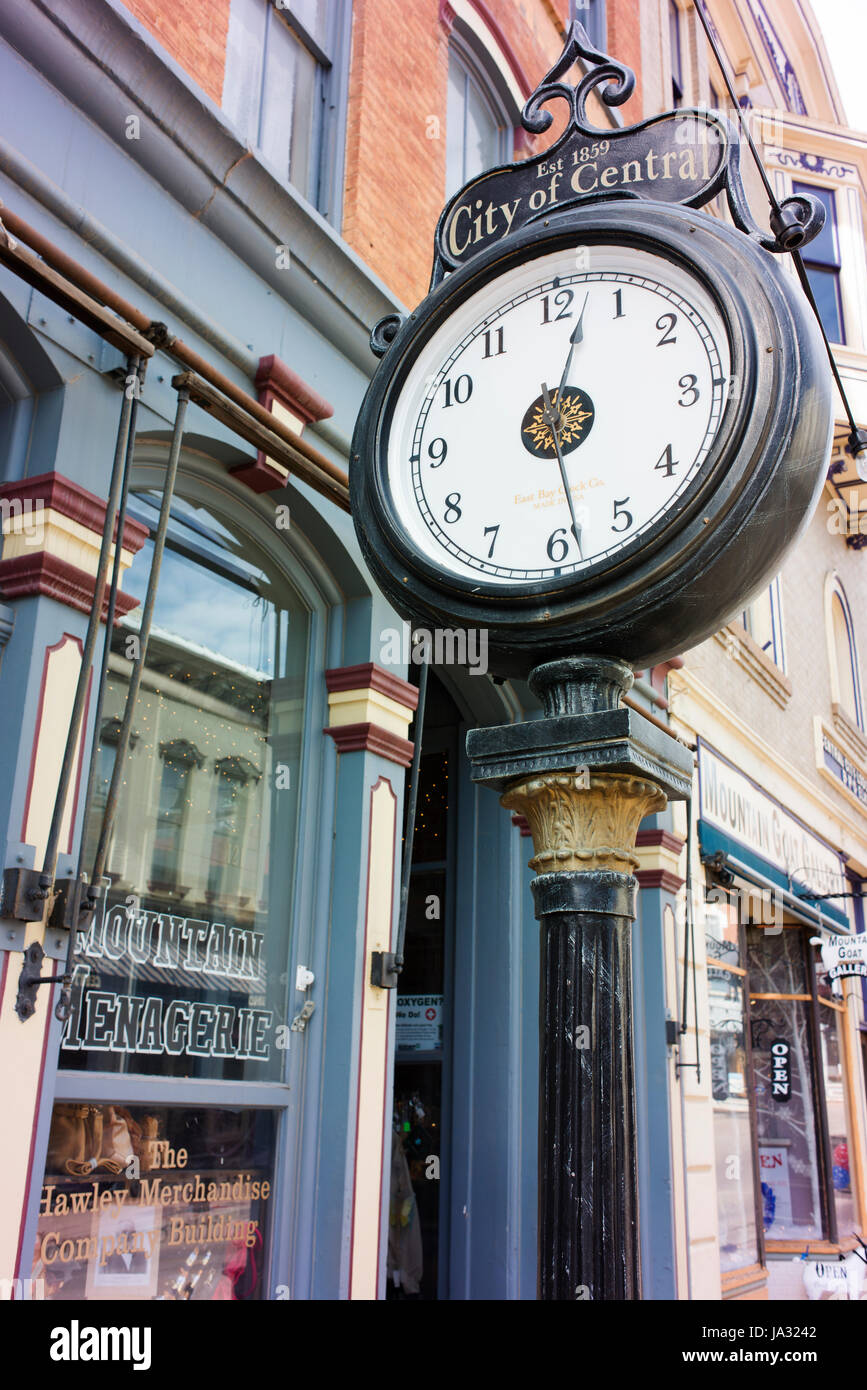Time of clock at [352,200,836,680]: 12:28
